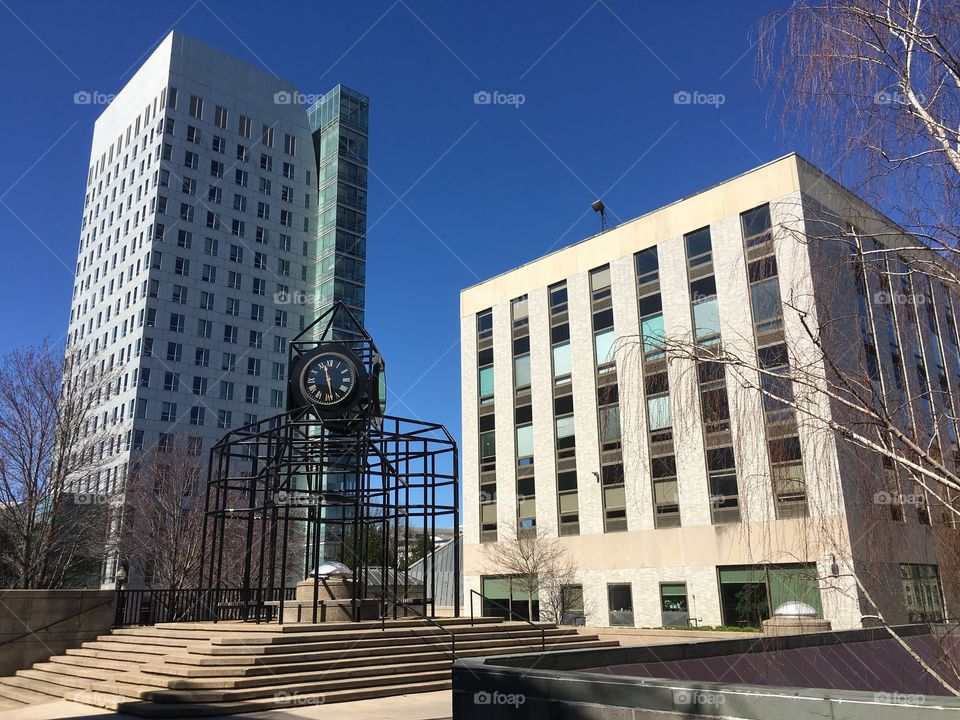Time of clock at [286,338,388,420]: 11:28
